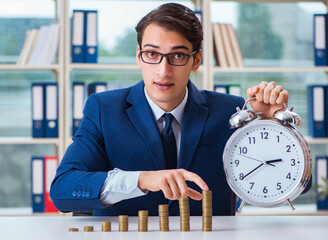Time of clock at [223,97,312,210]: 2:39
